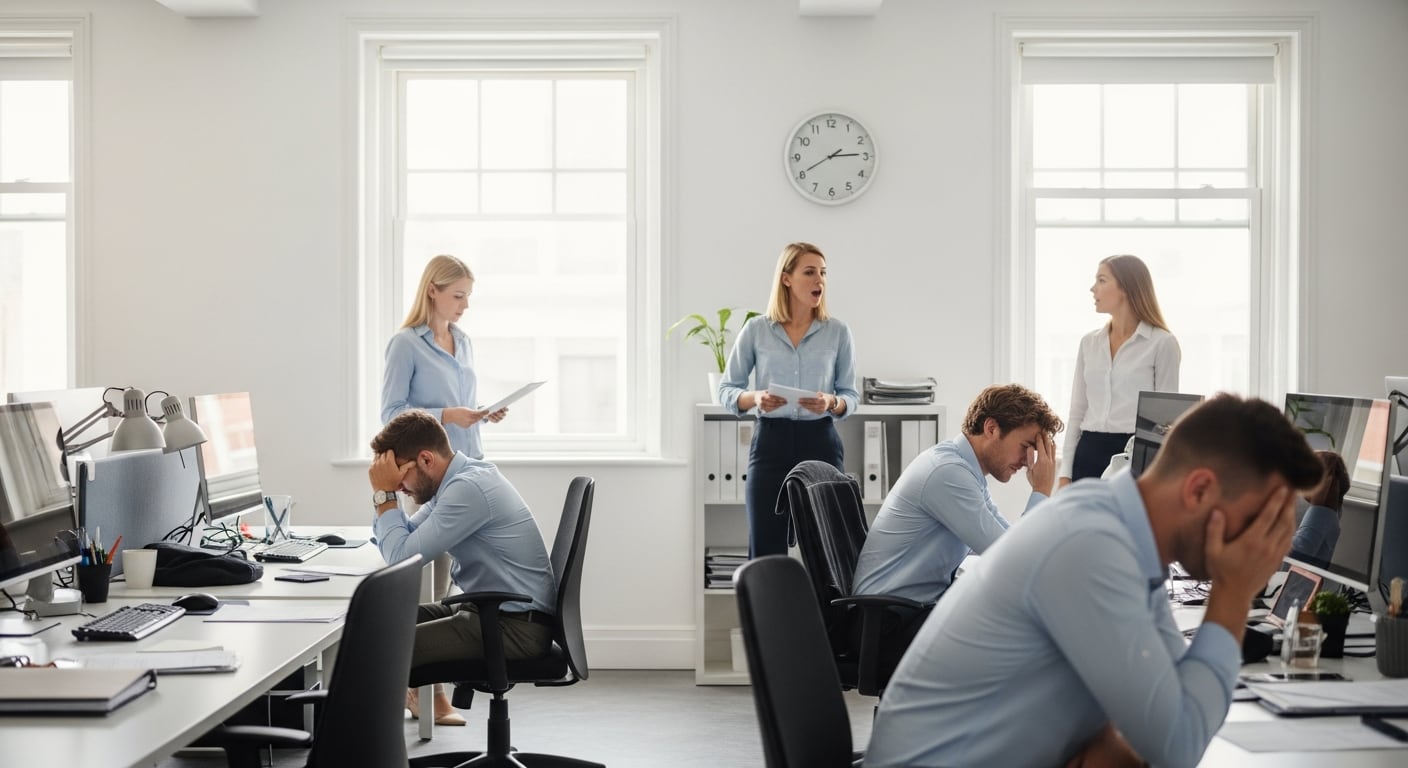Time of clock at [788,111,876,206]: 2:40
